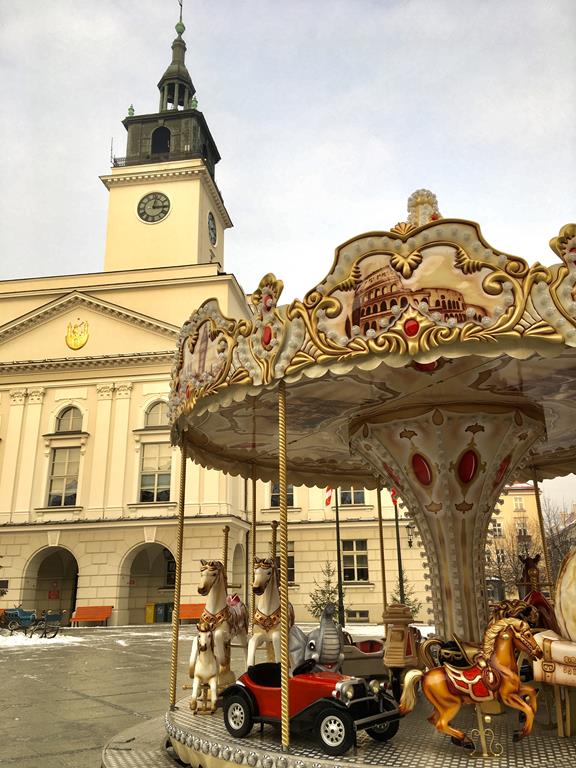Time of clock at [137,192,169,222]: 3:02
